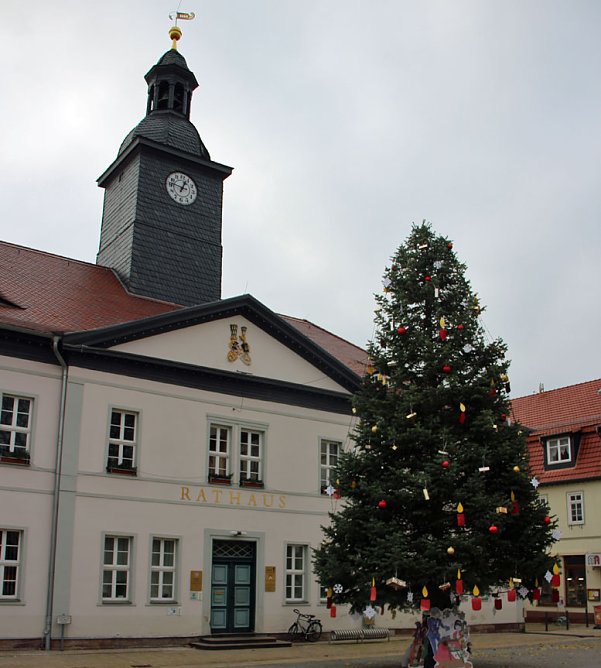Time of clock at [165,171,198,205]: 12:46
